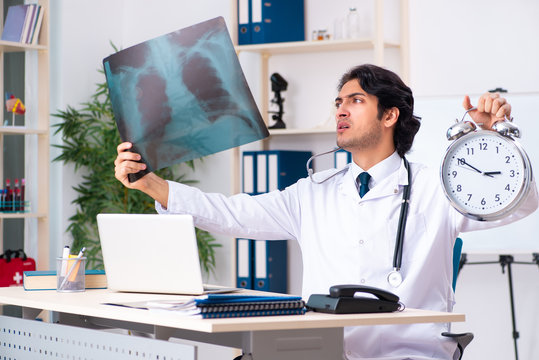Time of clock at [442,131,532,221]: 2:50
